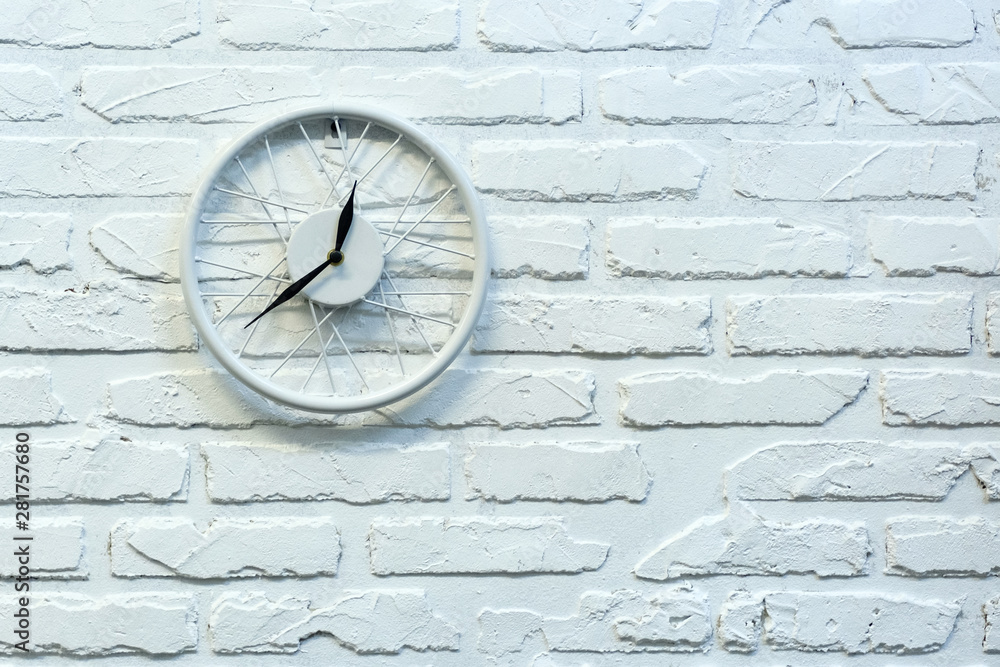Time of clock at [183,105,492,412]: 12:37
